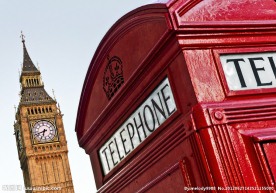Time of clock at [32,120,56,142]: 6:41
